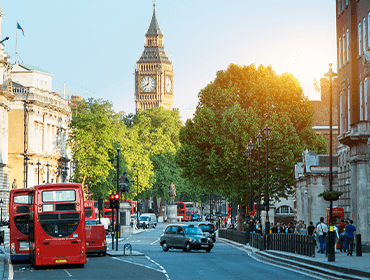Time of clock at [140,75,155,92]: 8:01
